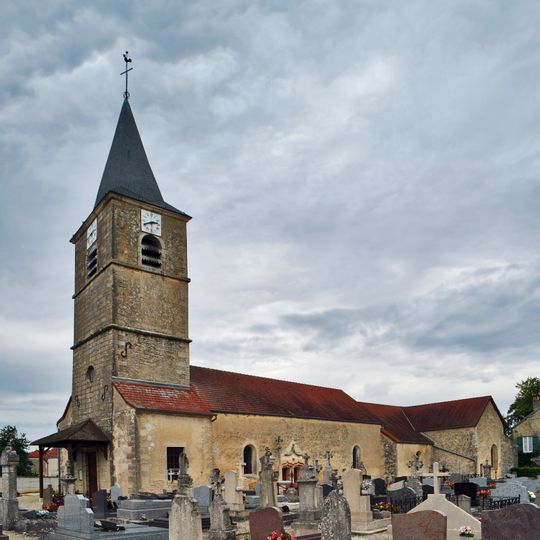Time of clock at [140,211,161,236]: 2:40
